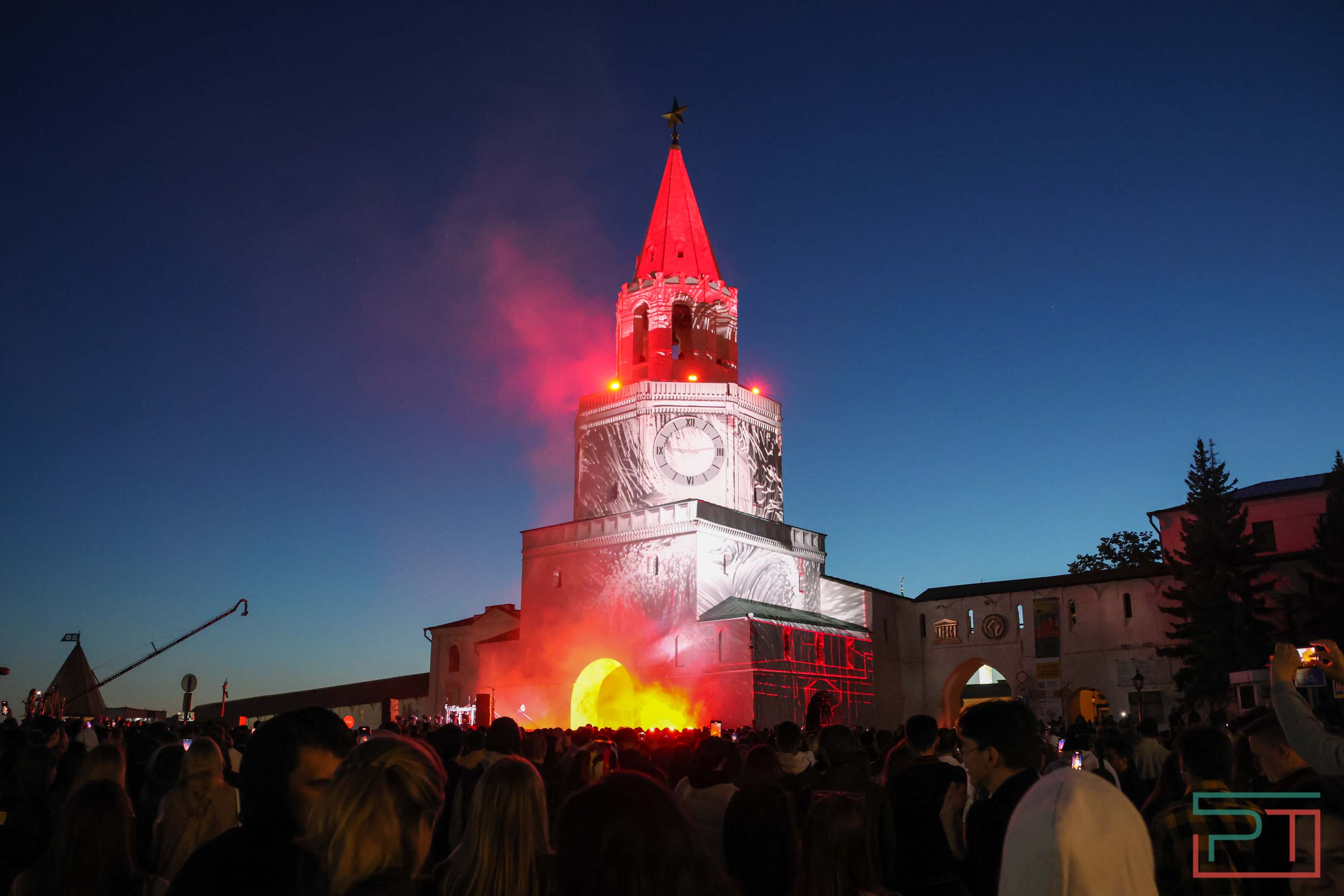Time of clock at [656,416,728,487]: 9:13
